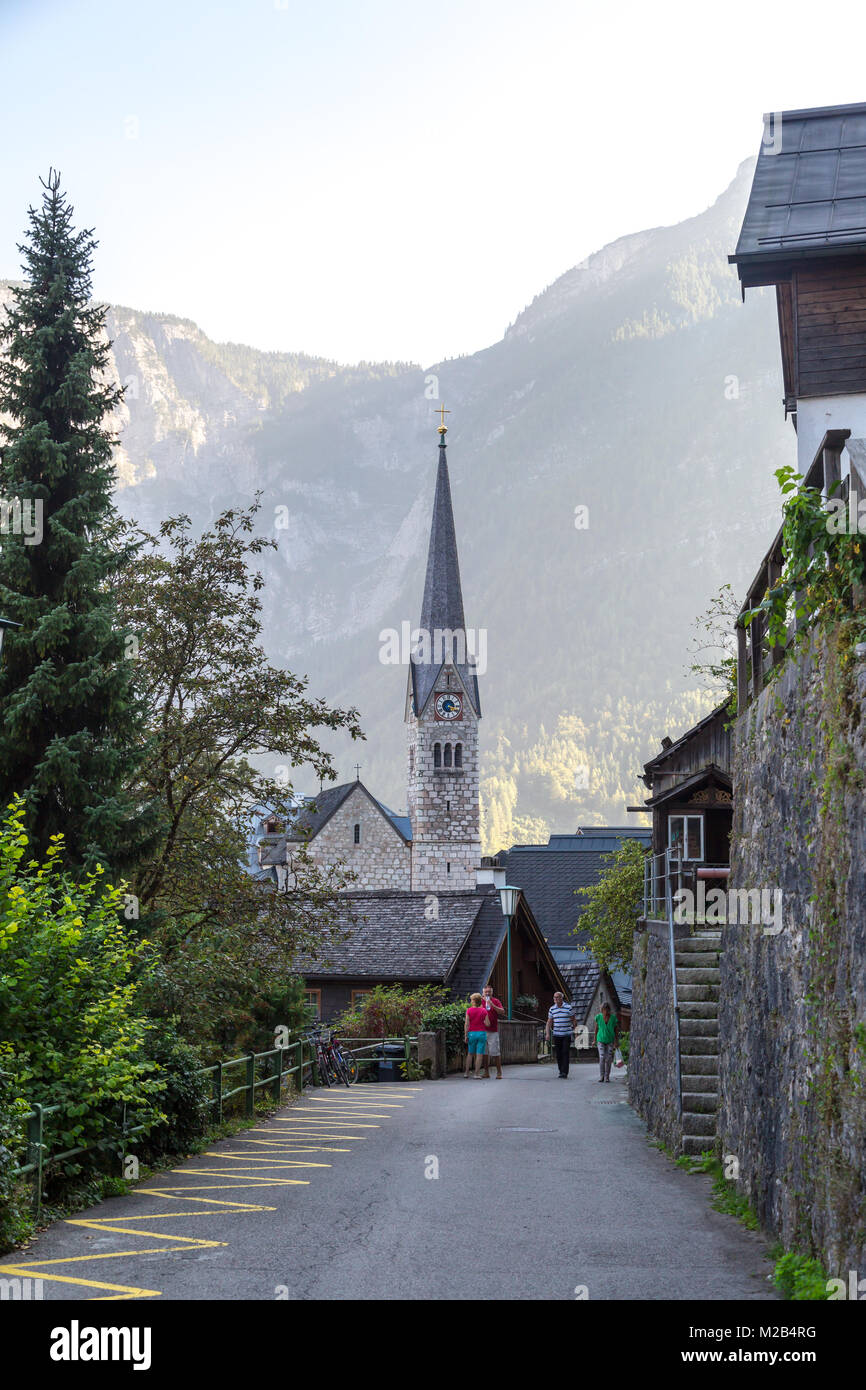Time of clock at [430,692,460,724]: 5:18
